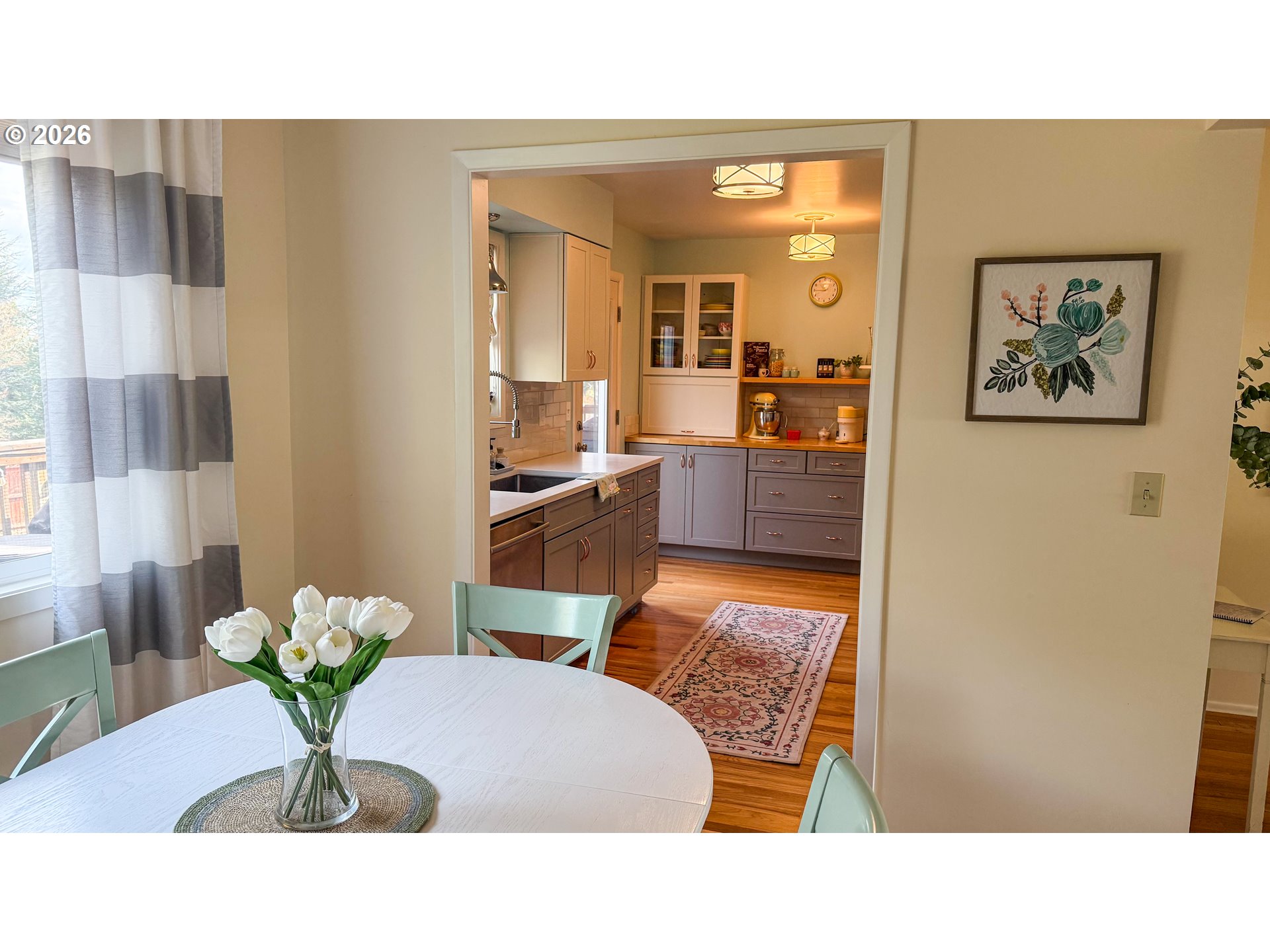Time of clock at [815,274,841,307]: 10:44
